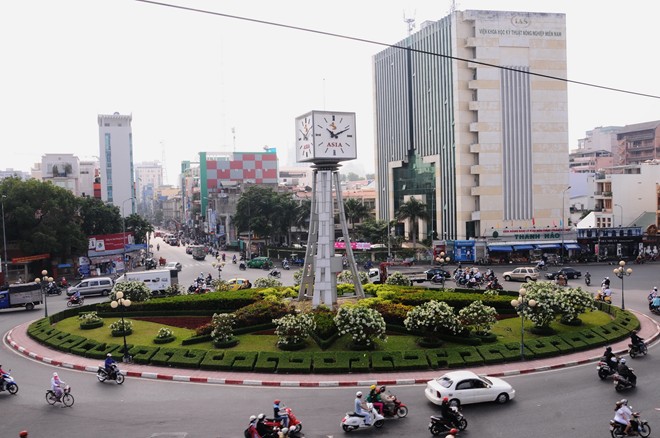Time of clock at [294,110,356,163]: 10:11
